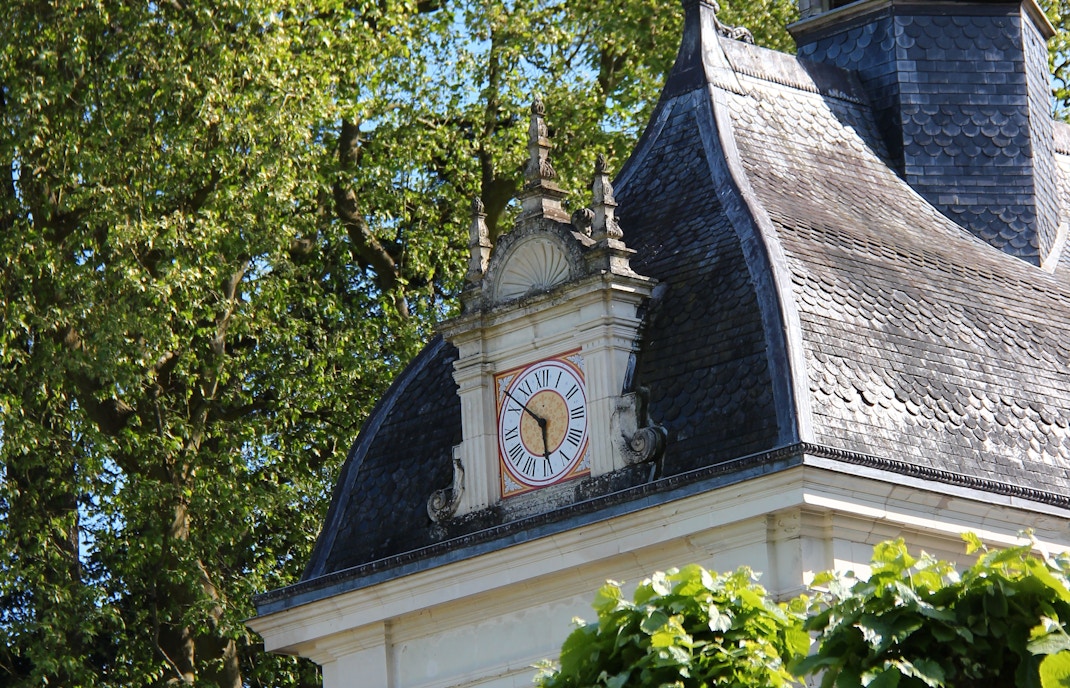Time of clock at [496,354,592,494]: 5:51
